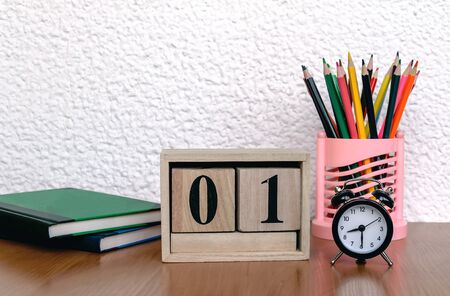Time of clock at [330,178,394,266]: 8:29
